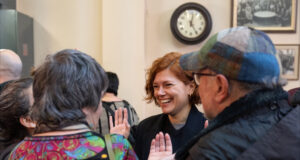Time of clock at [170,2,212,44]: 12:24
